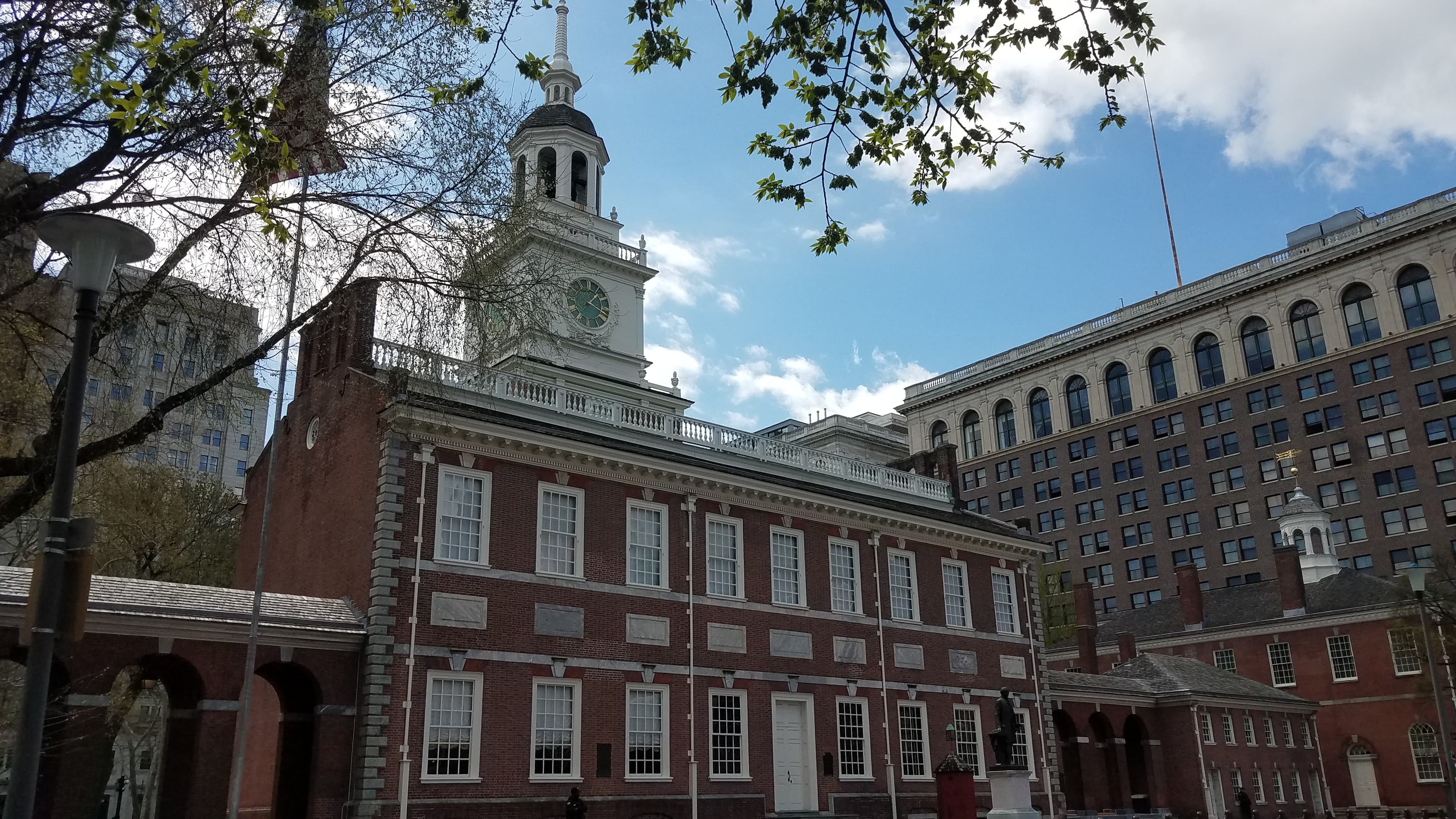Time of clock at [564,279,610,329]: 1:18
